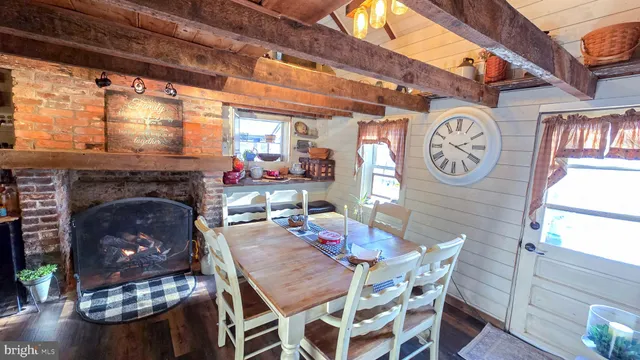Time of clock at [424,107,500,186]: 2:18
